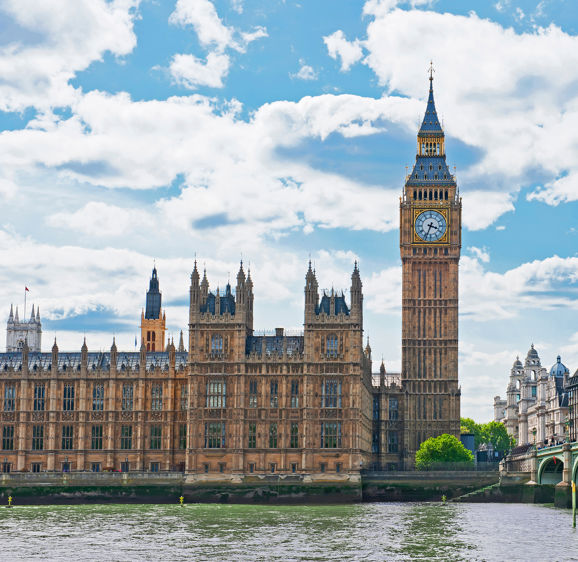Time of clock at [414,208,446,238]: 3:33
